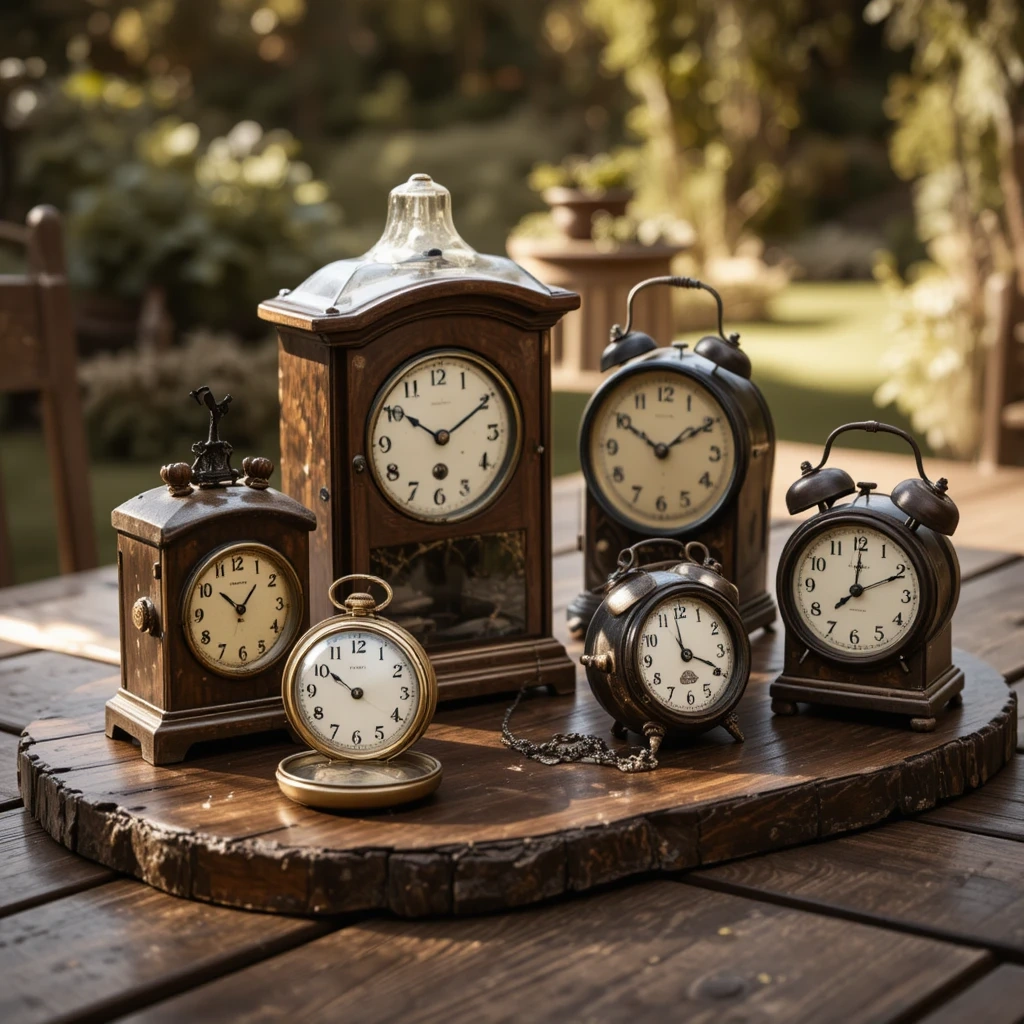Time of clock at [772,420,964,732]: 12:10
